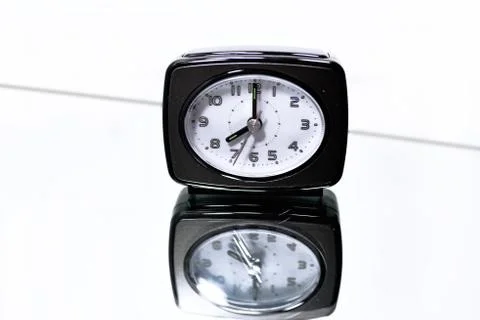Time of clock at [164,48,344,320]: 8:01
